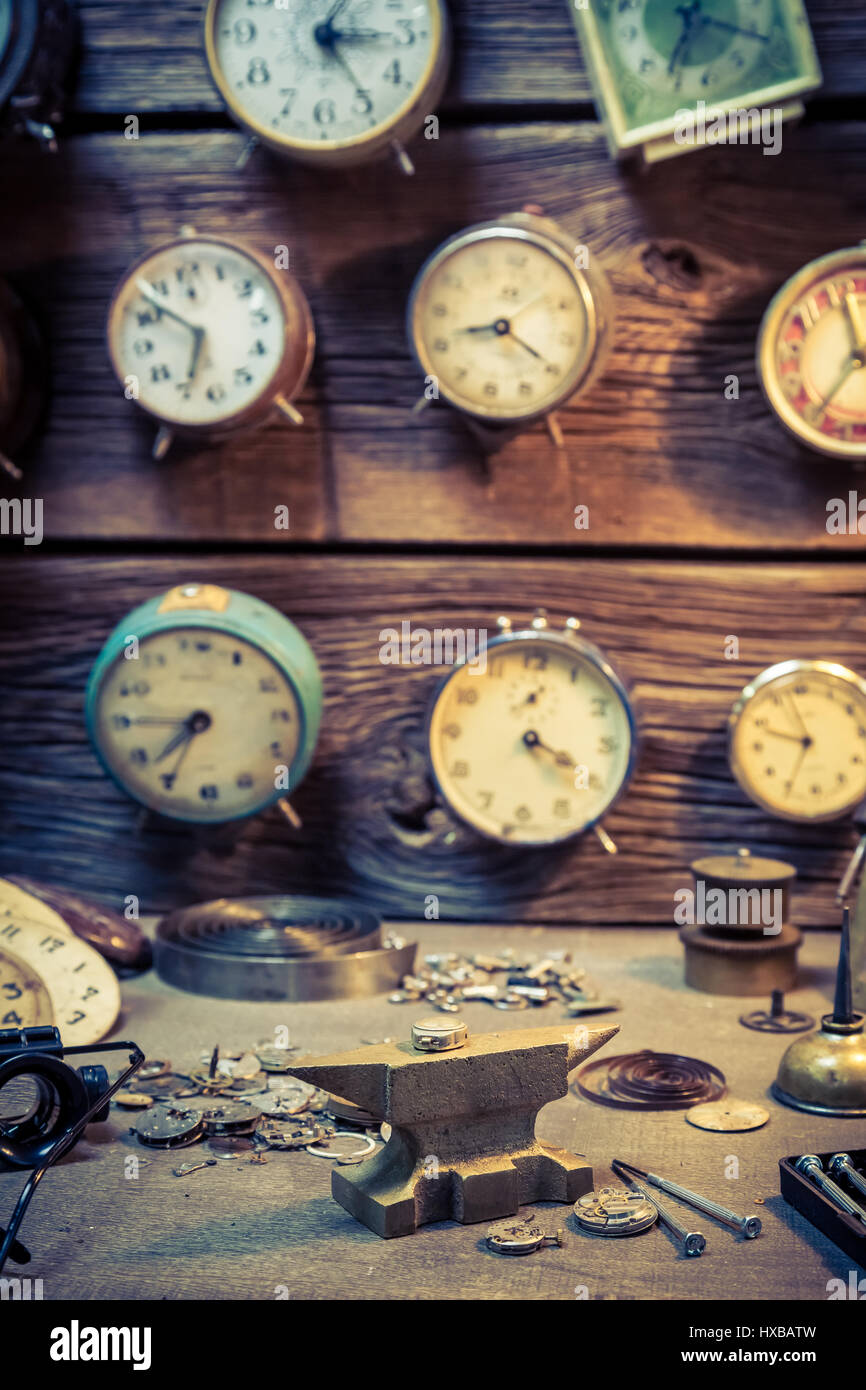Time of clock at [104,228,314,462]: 6:52
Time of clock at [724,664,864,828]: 9:34
